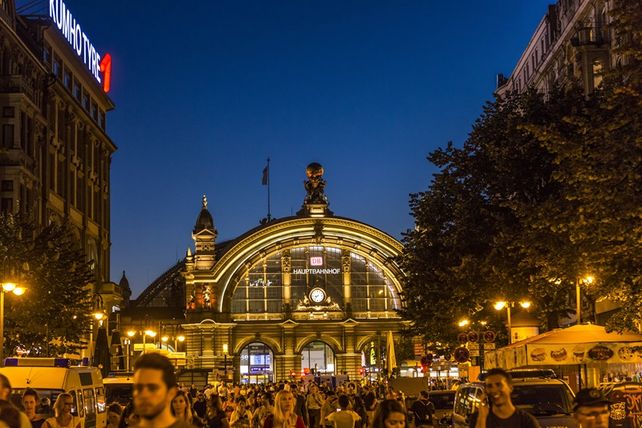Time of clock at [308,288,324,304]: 8:37
